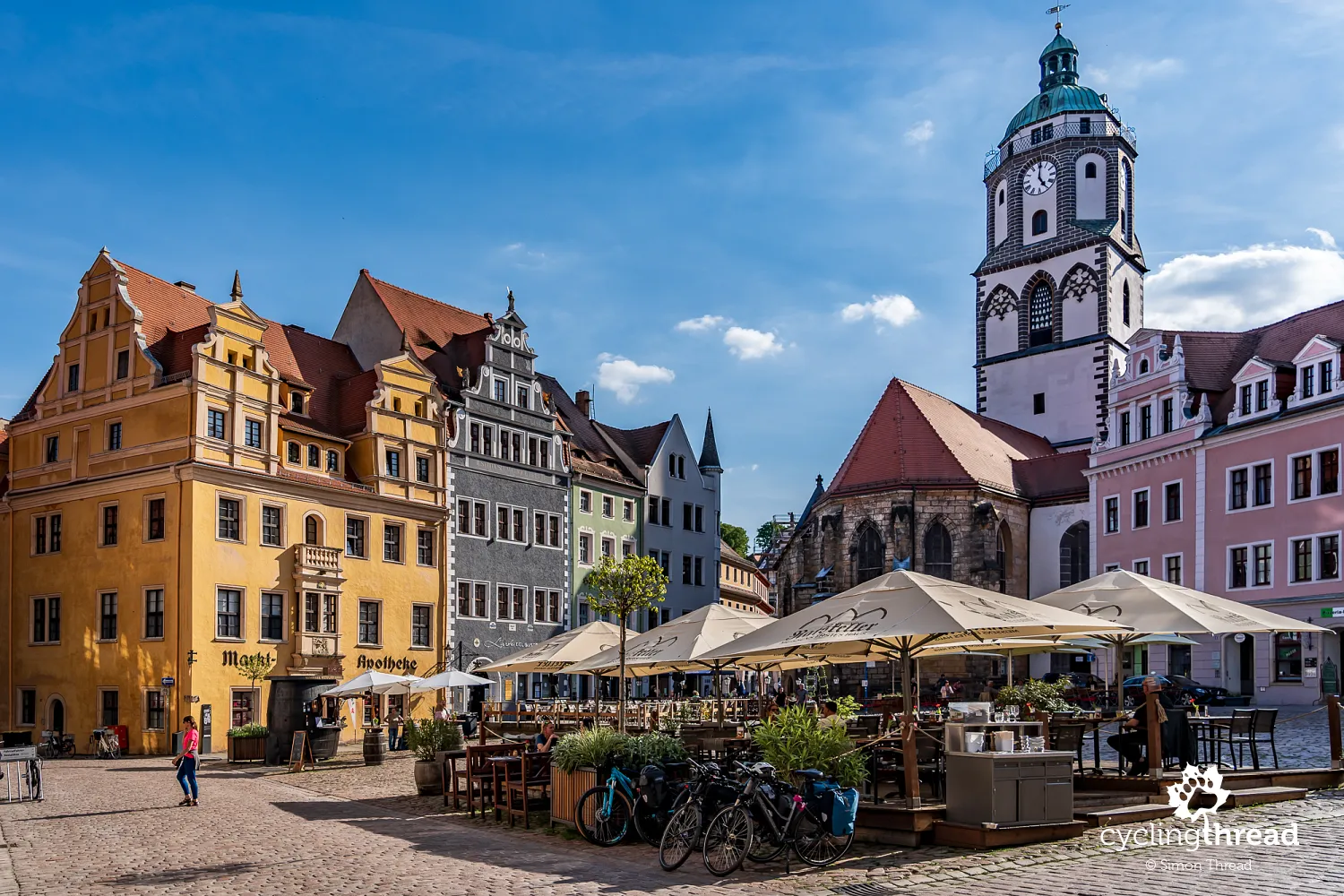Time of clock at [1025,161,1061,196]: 5:00
